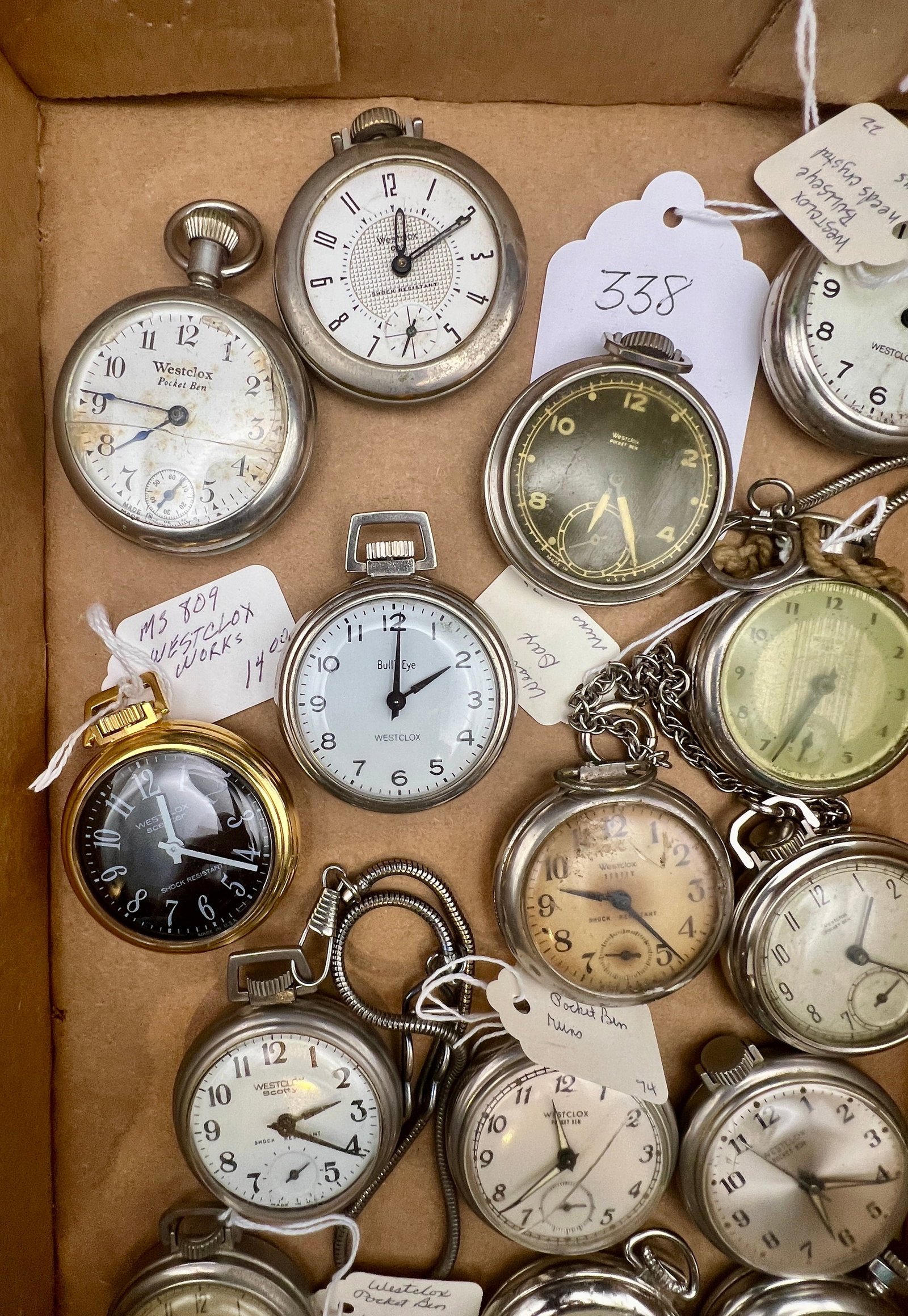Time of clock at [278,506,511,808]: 2:00
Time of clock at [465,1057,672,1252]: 11:37
